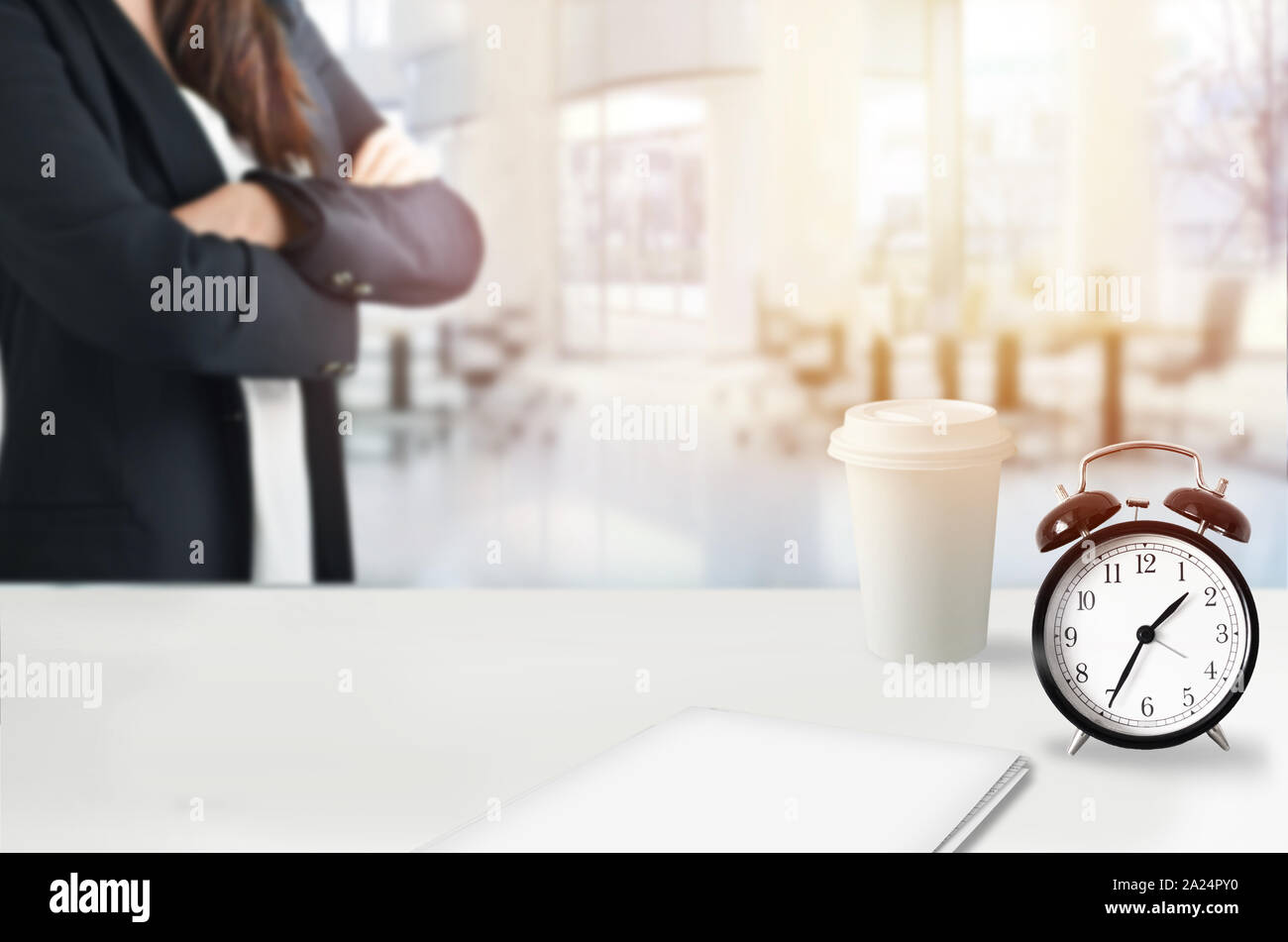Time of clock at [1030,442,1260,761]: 1:34
